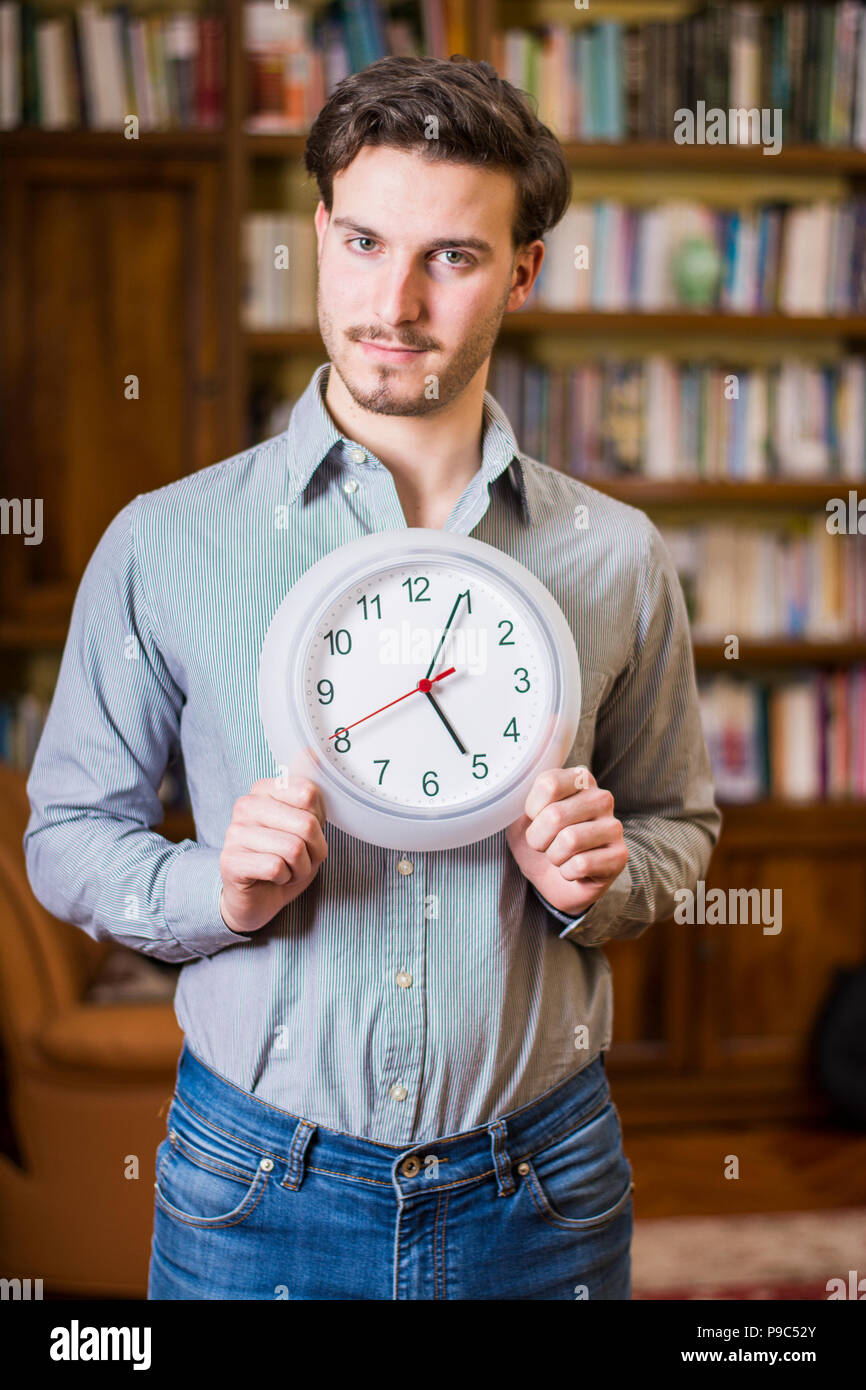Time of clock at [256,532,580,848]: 5:04
